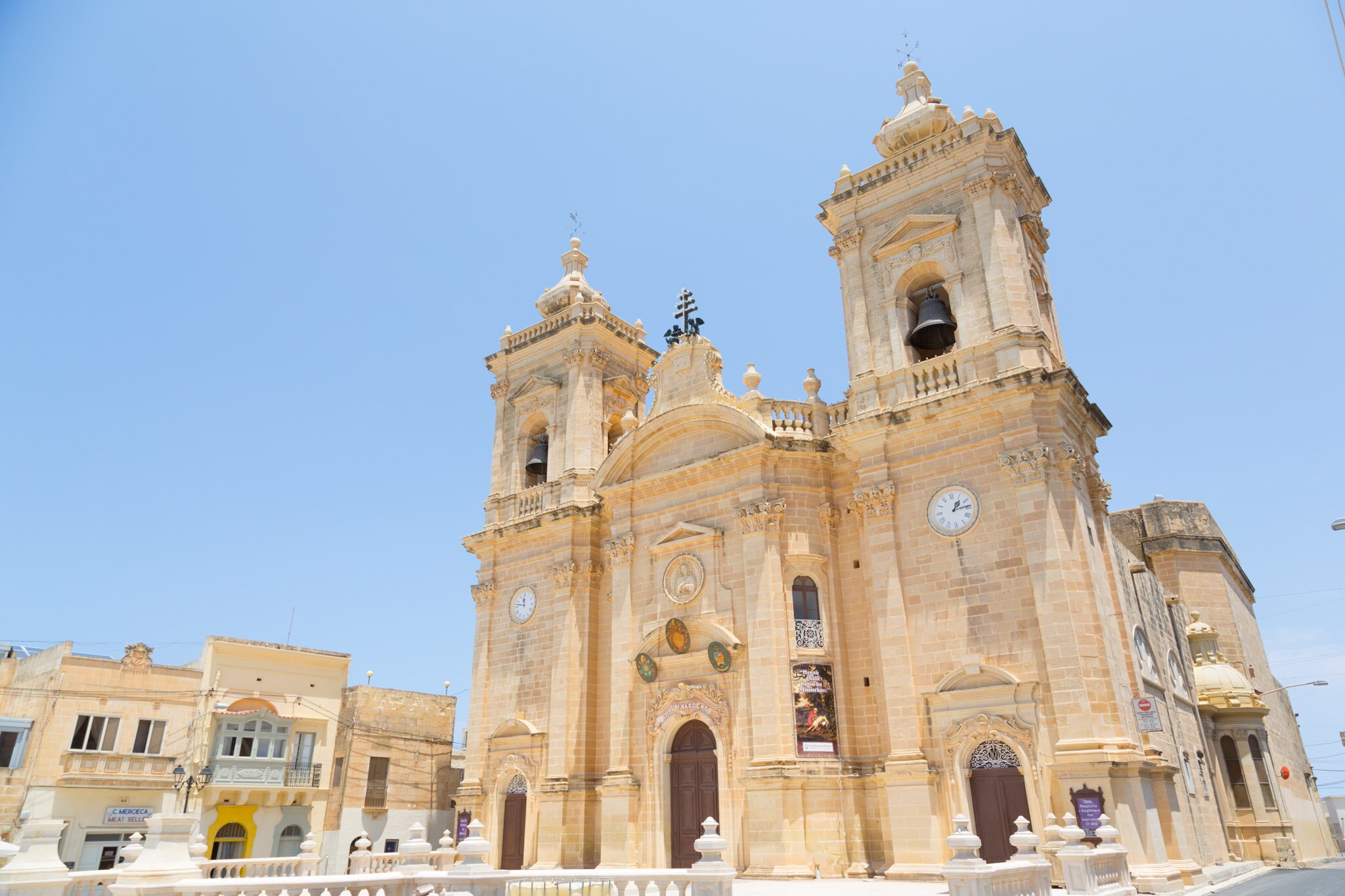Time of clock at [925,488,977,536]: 1:13
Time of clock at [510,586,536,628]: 11:47
